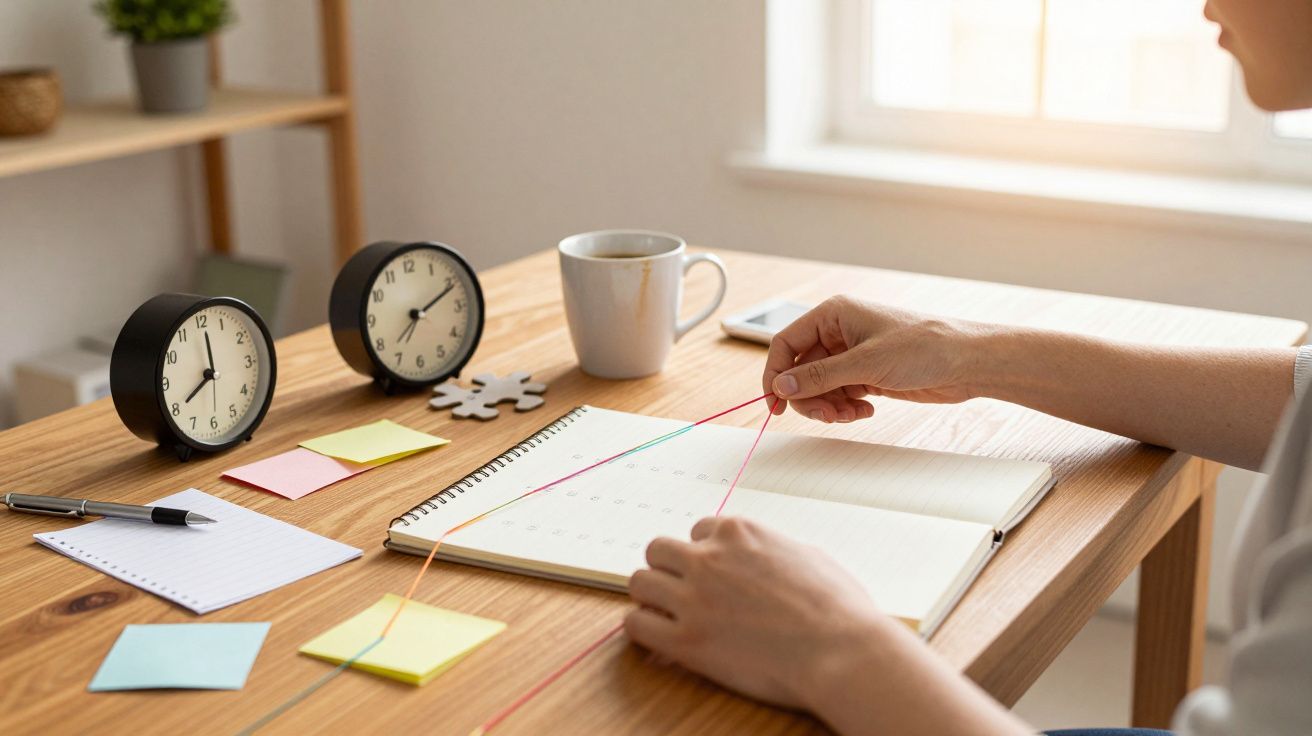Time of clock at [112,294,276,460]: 8:00
